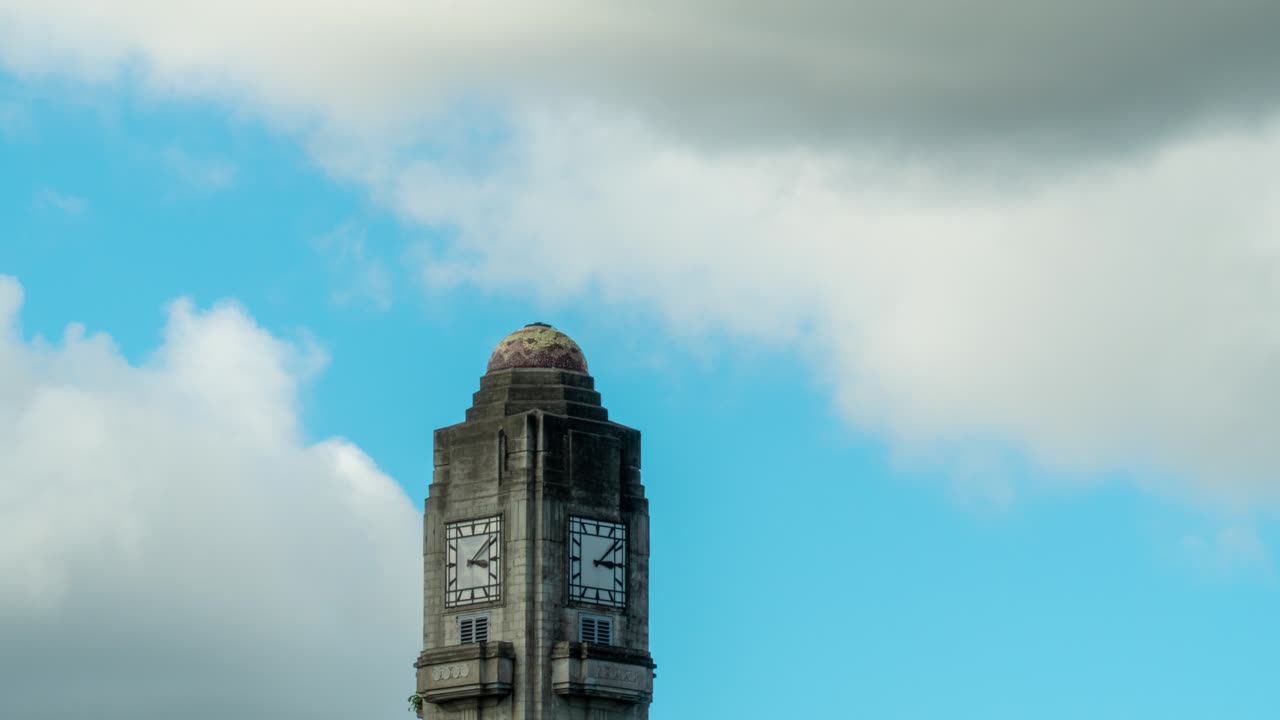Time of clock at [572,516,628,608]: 3:08
